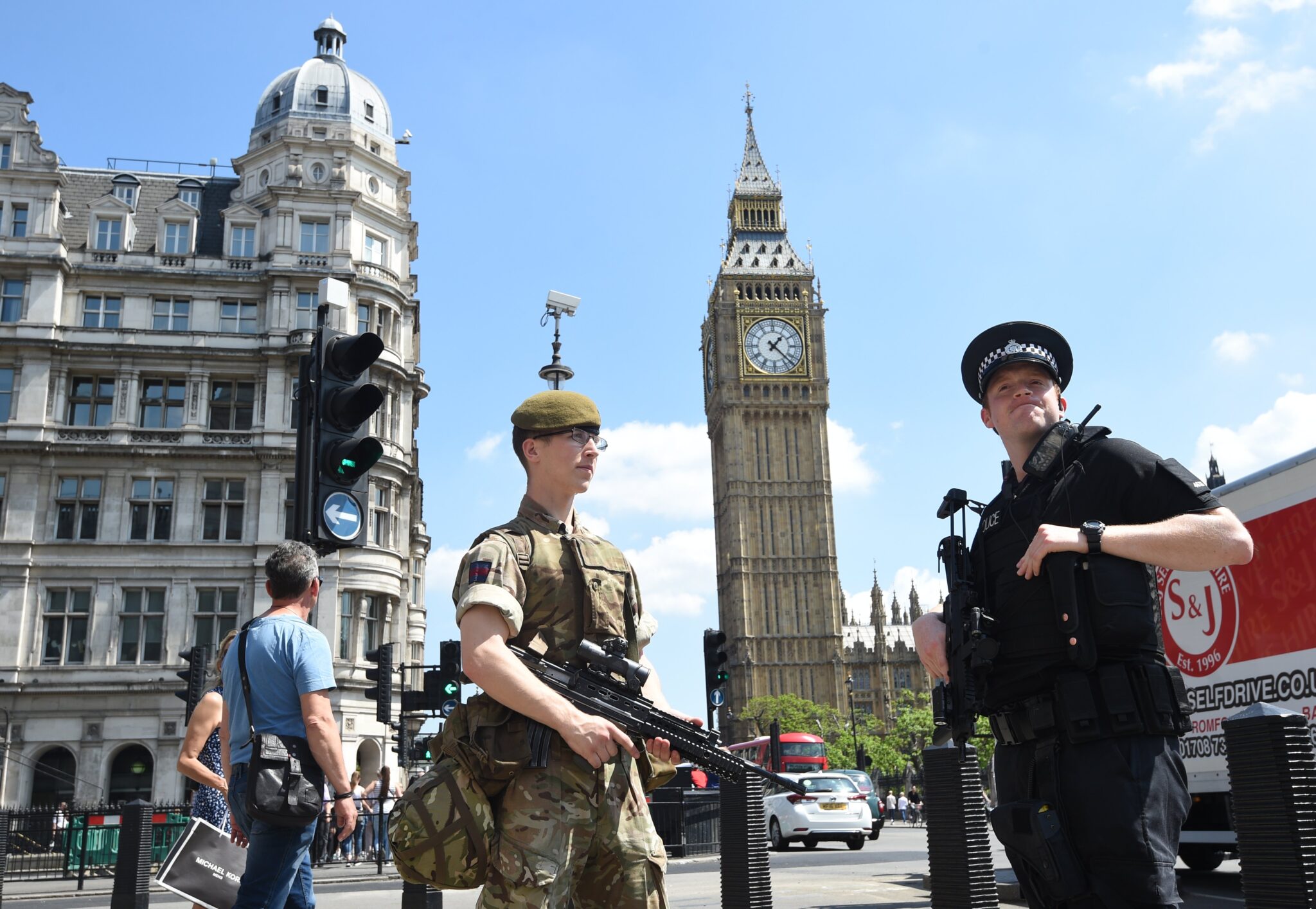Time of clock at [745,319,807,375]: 1:22
